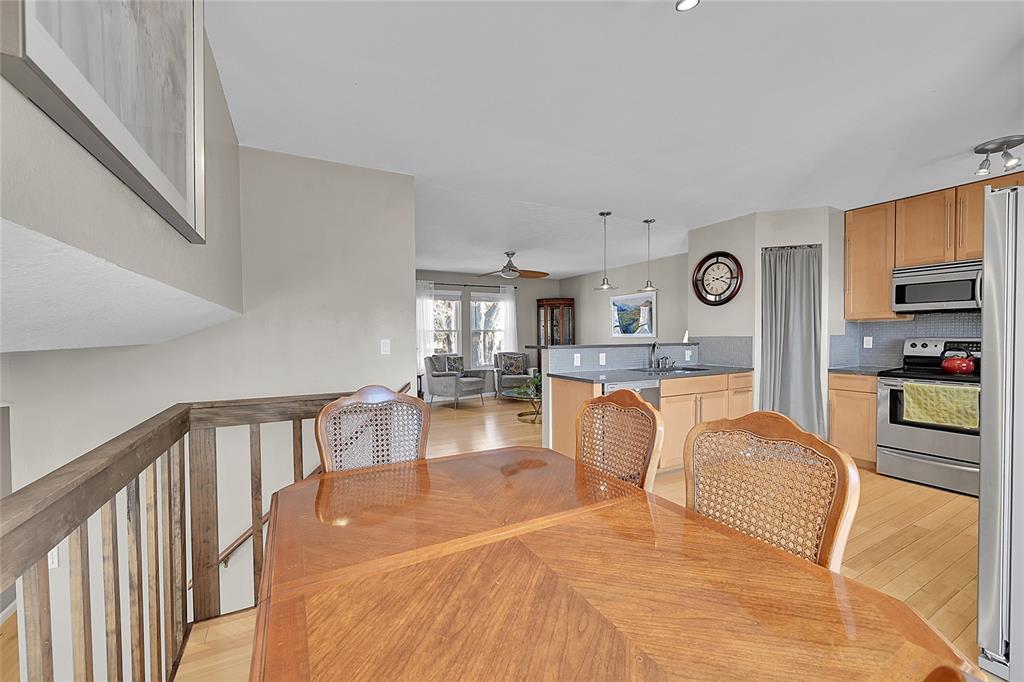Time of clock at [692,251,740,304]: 2:18
